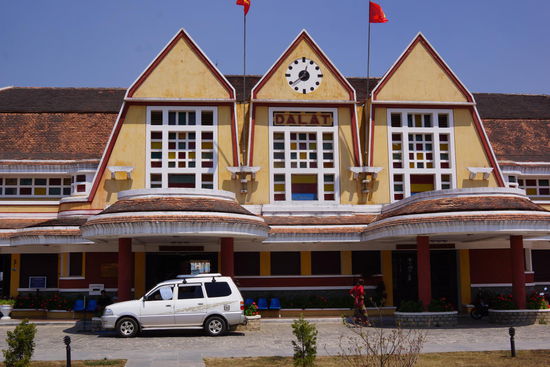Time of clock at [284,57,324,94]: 12:38
